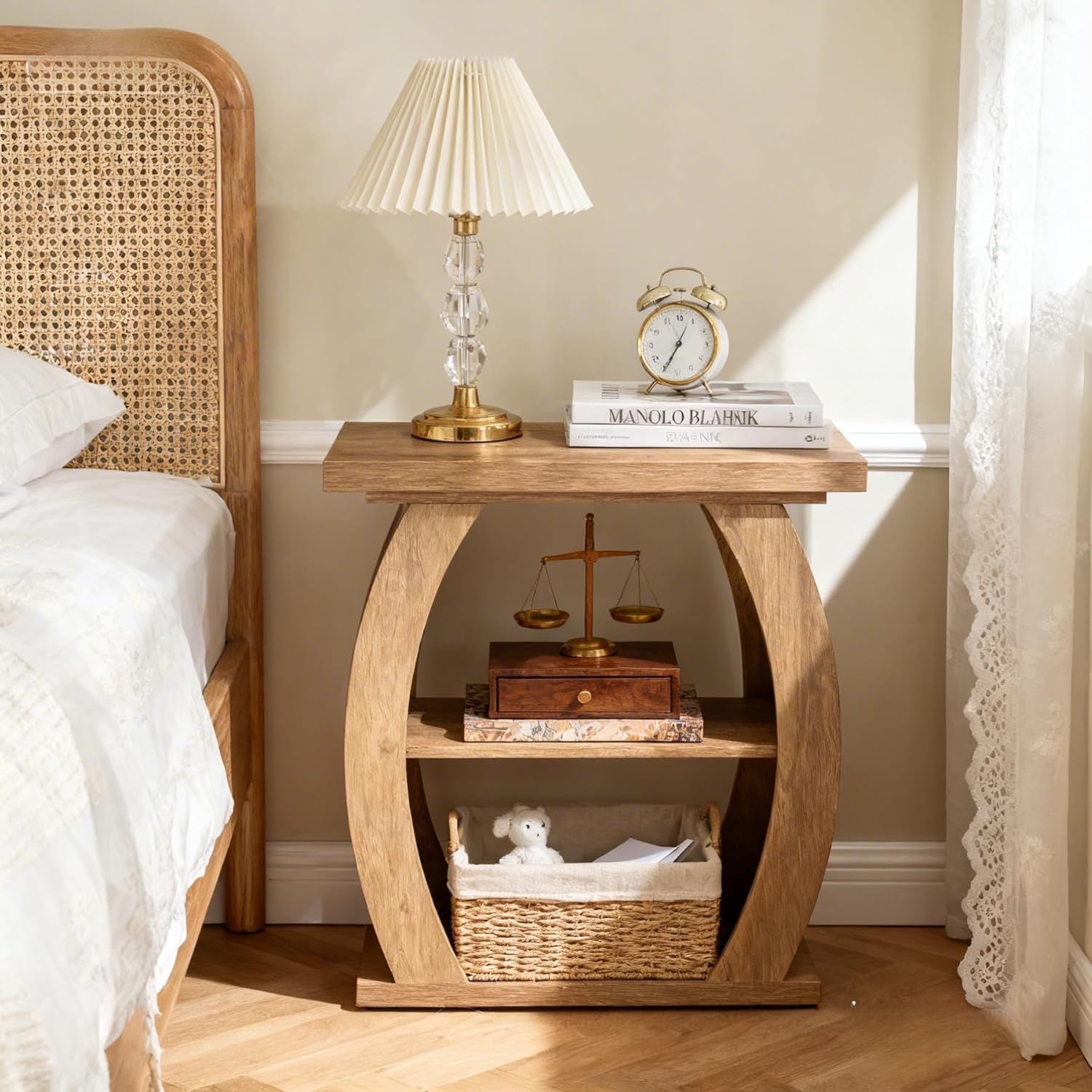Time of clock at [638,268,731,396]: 12:34
